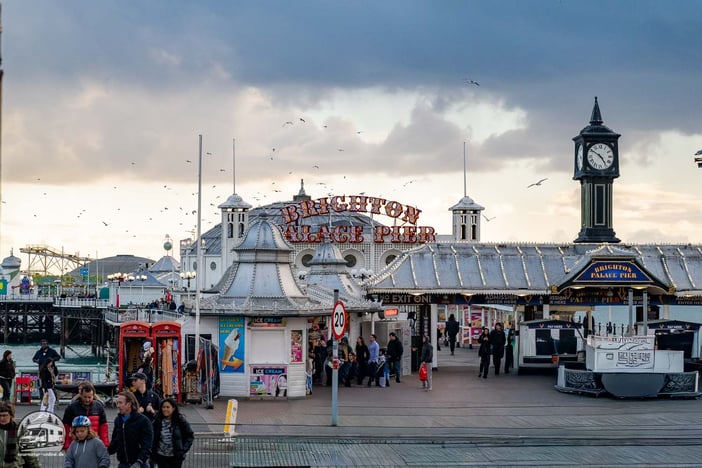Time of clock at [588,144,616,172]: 4:50
